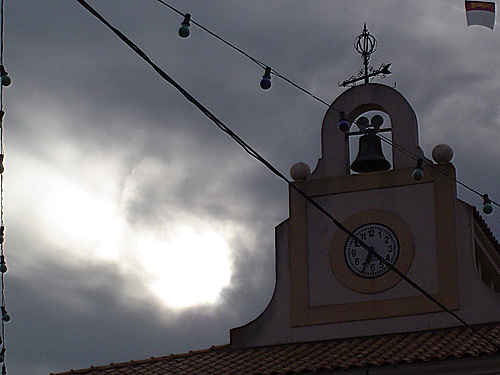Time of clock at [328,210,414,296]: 6:52
